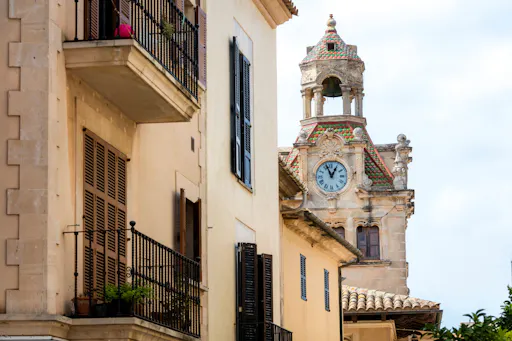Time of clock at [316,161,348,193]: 12:56
